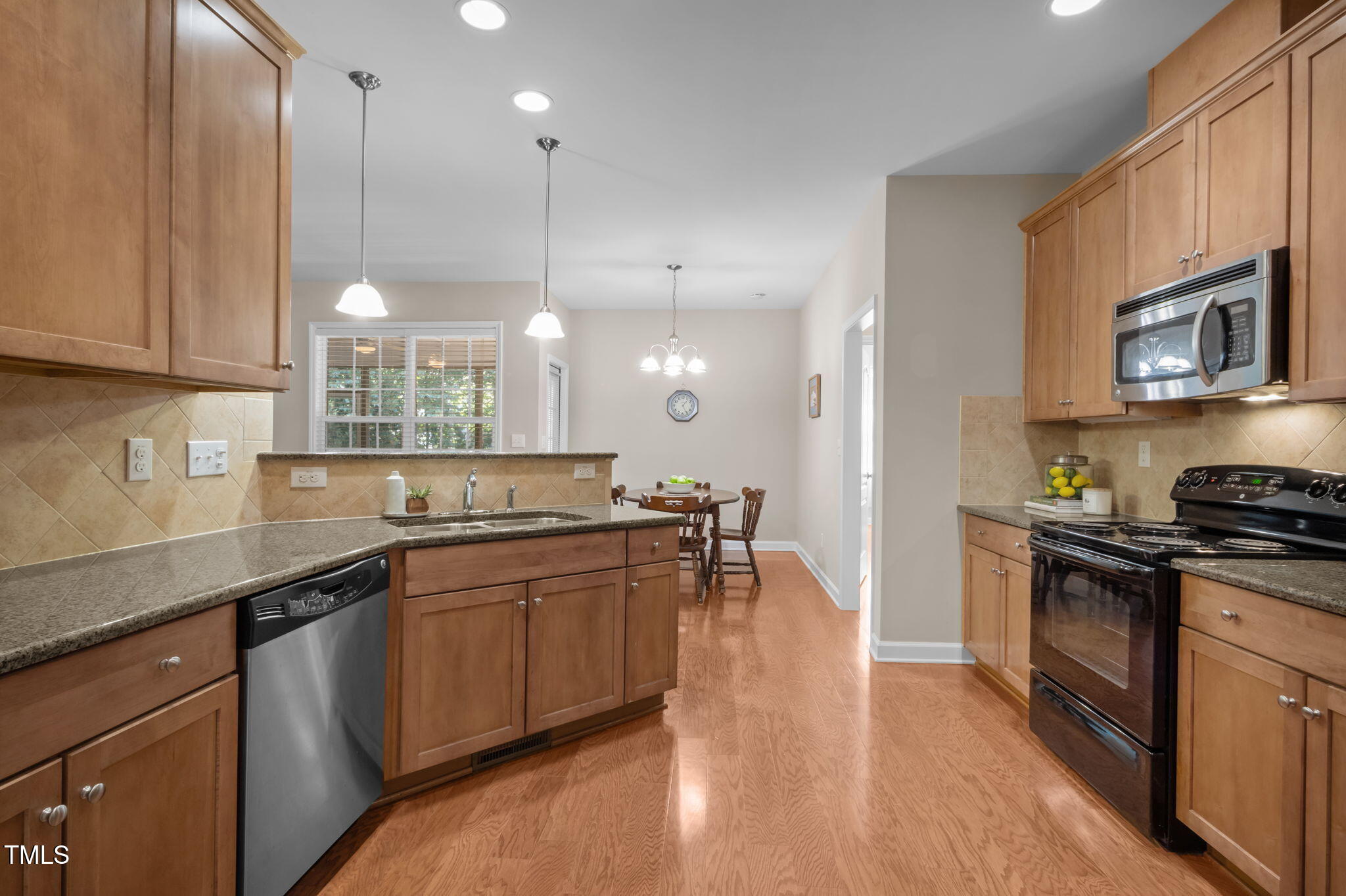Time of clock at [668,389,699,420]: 1:25
